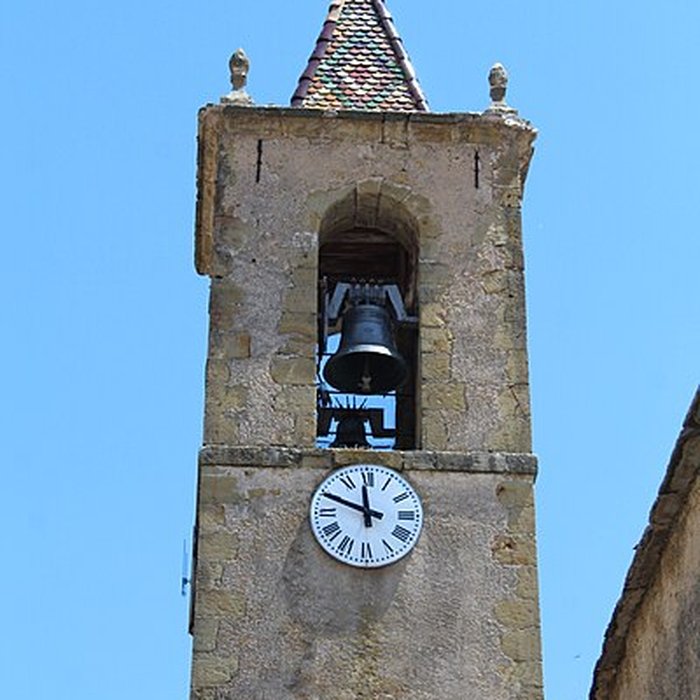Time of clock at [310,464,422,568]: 11:48
